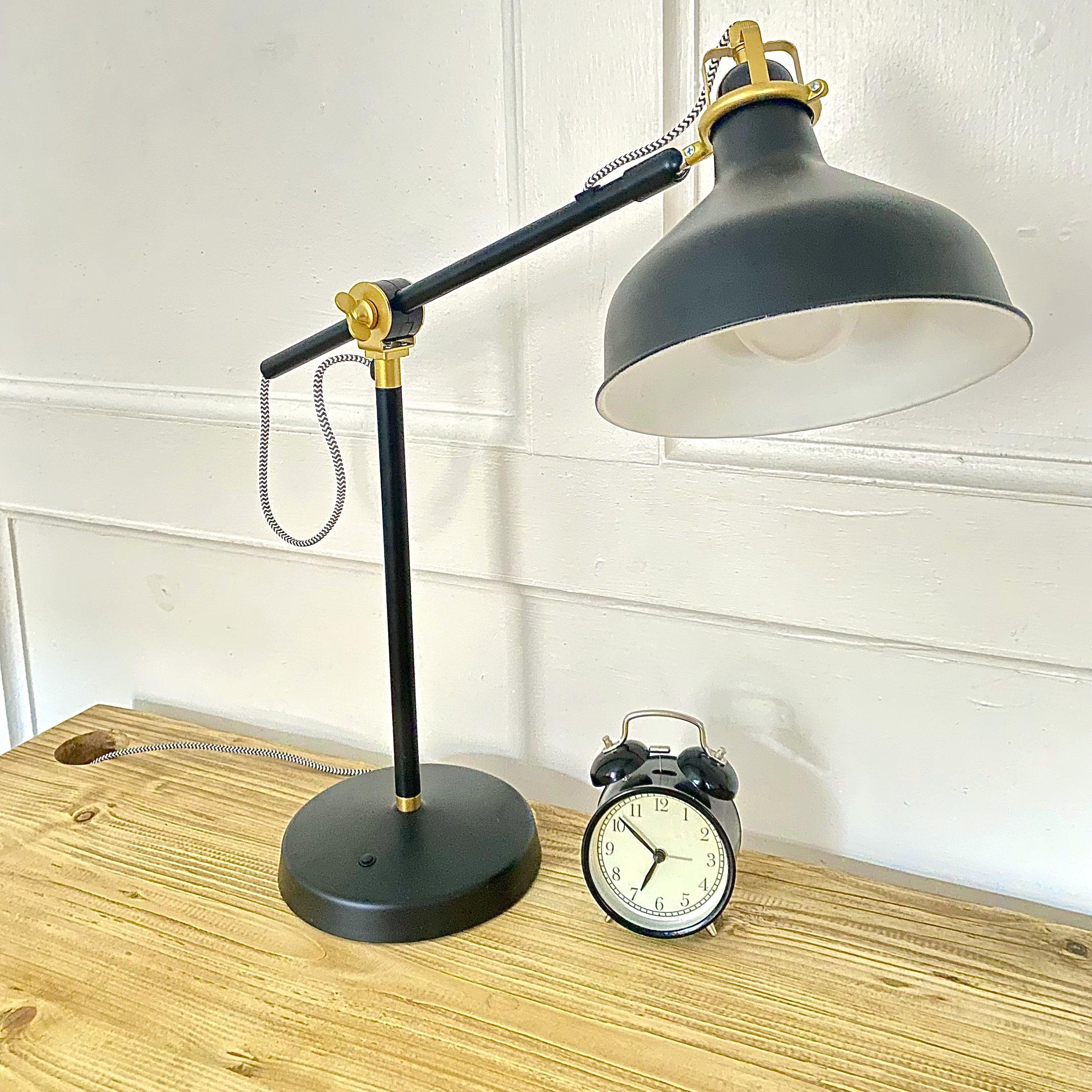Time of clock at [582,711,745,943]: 6:51
